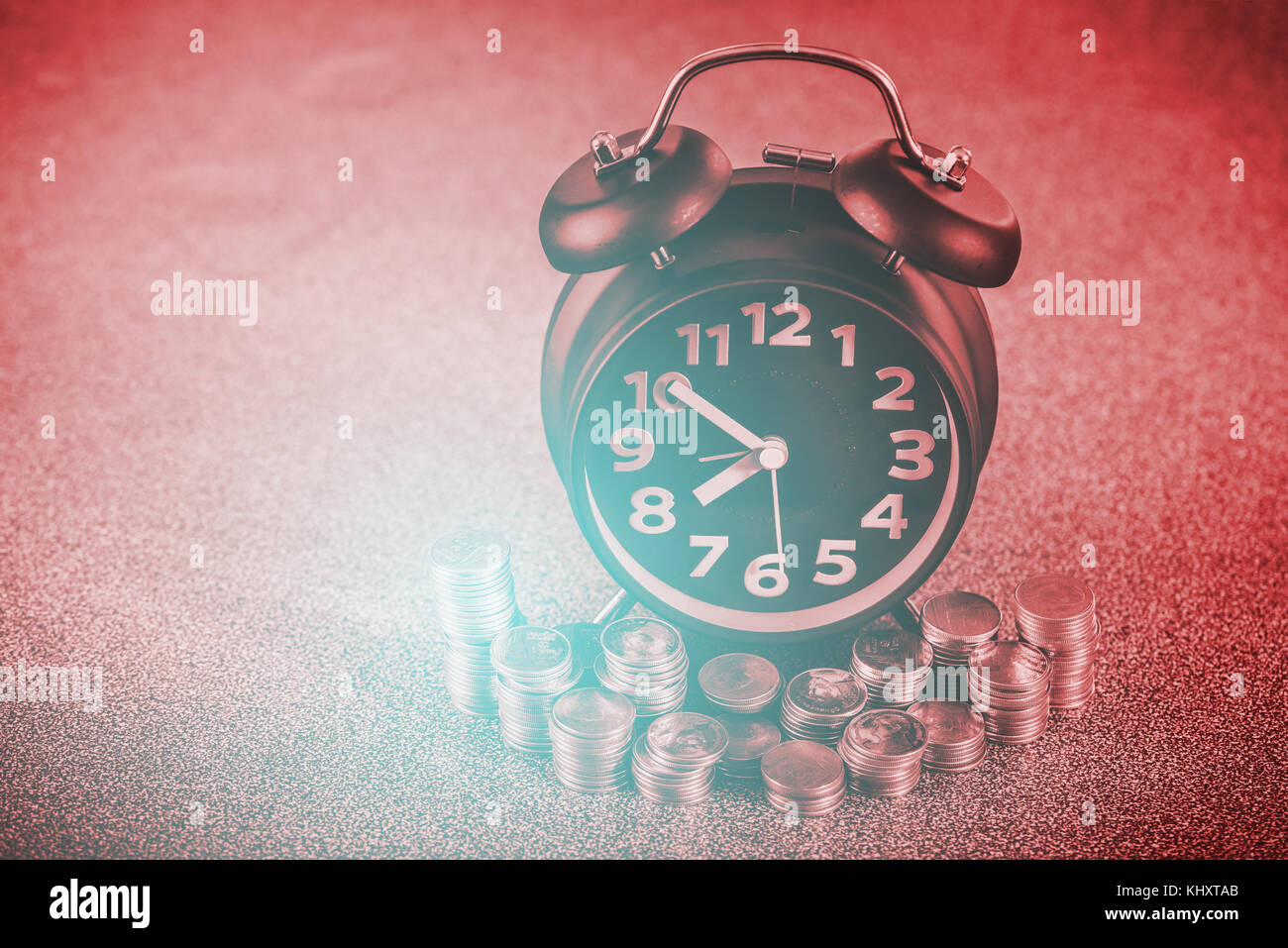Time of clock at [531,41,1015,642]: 7:50
